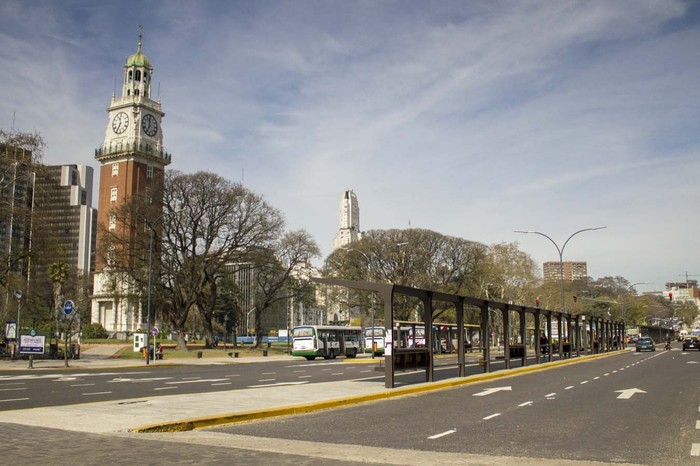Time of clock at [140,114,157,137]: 11:35
